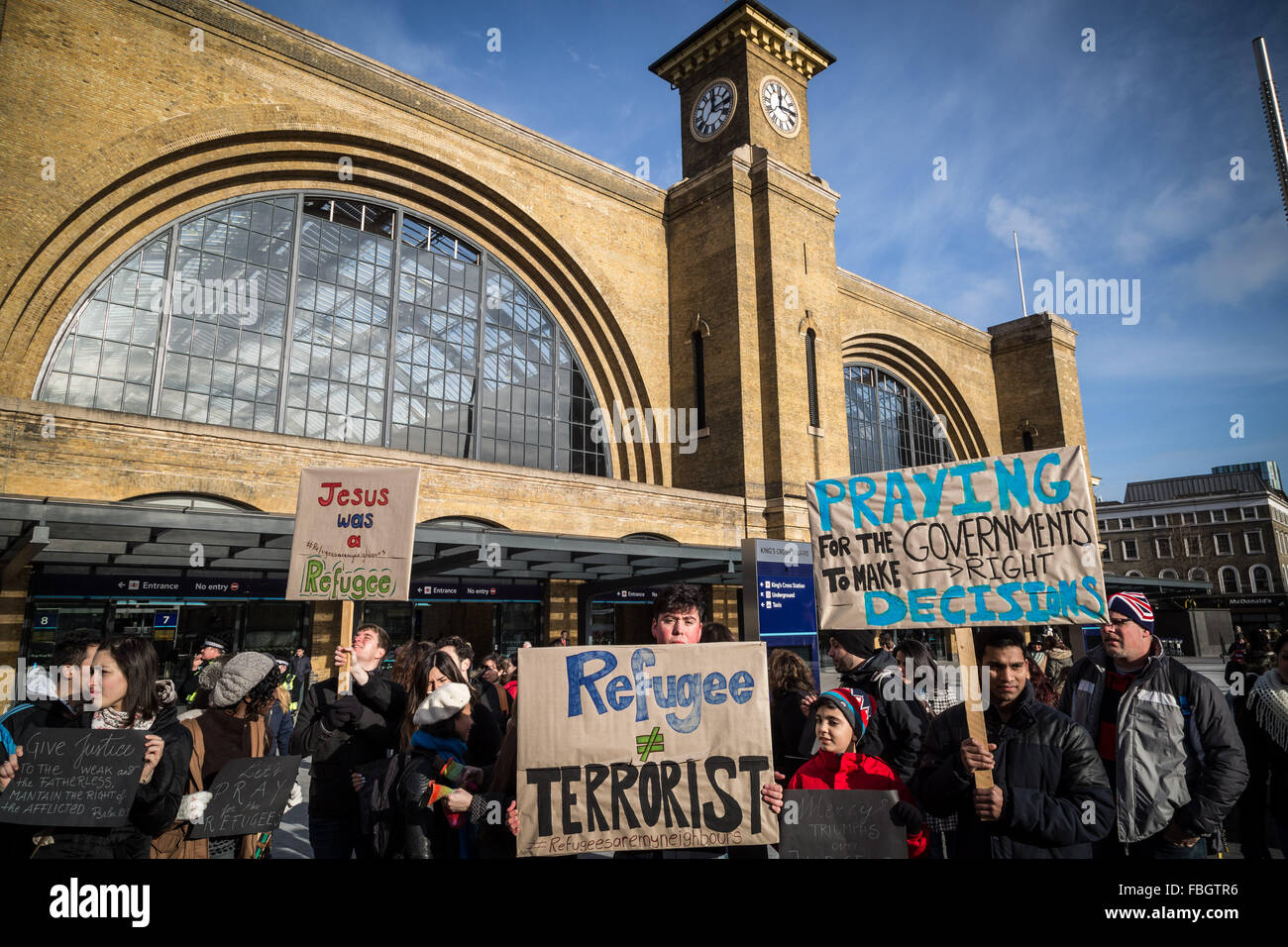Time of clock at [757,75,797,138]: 12:14
